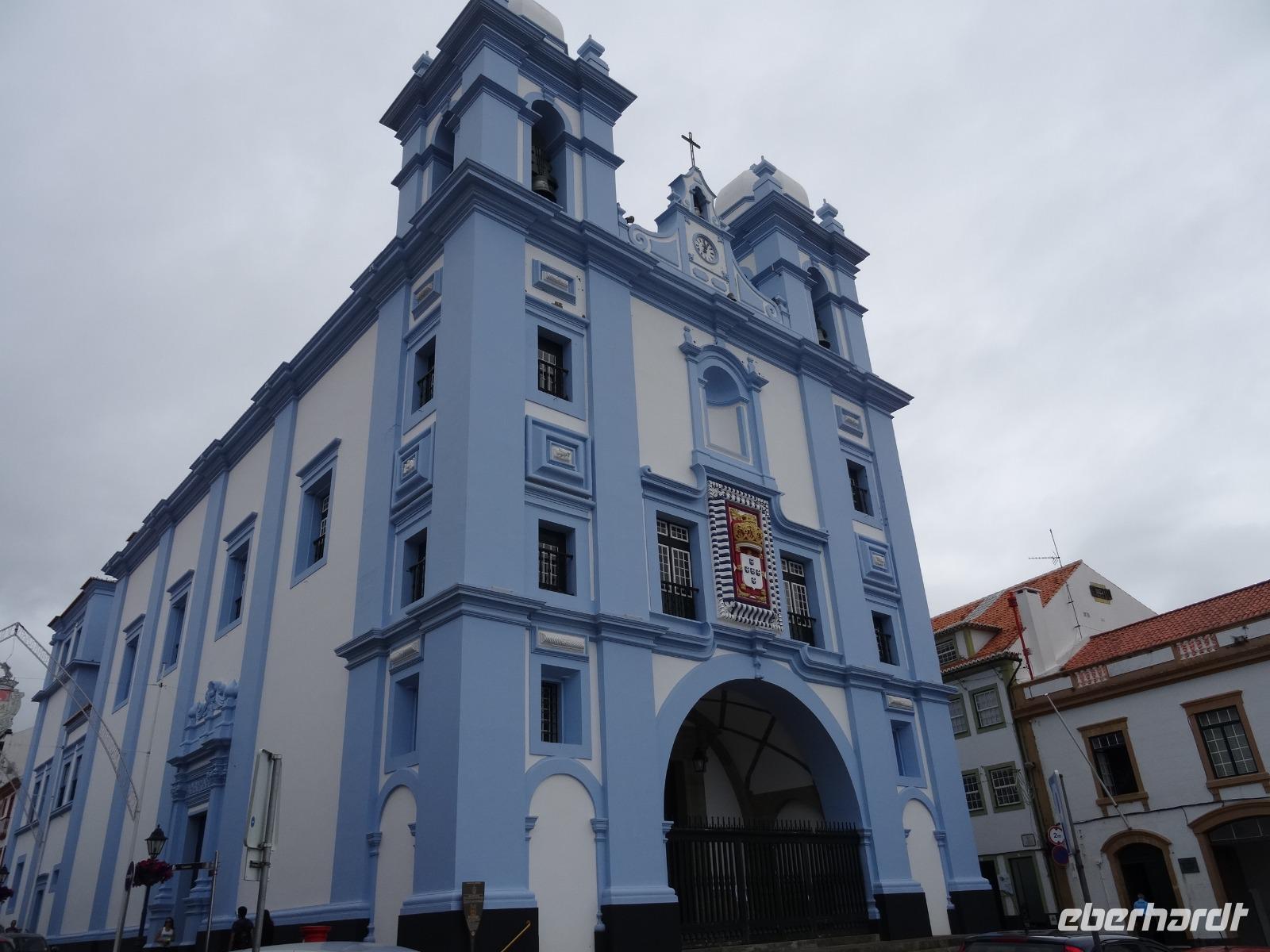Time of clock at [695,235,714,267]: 12:05
